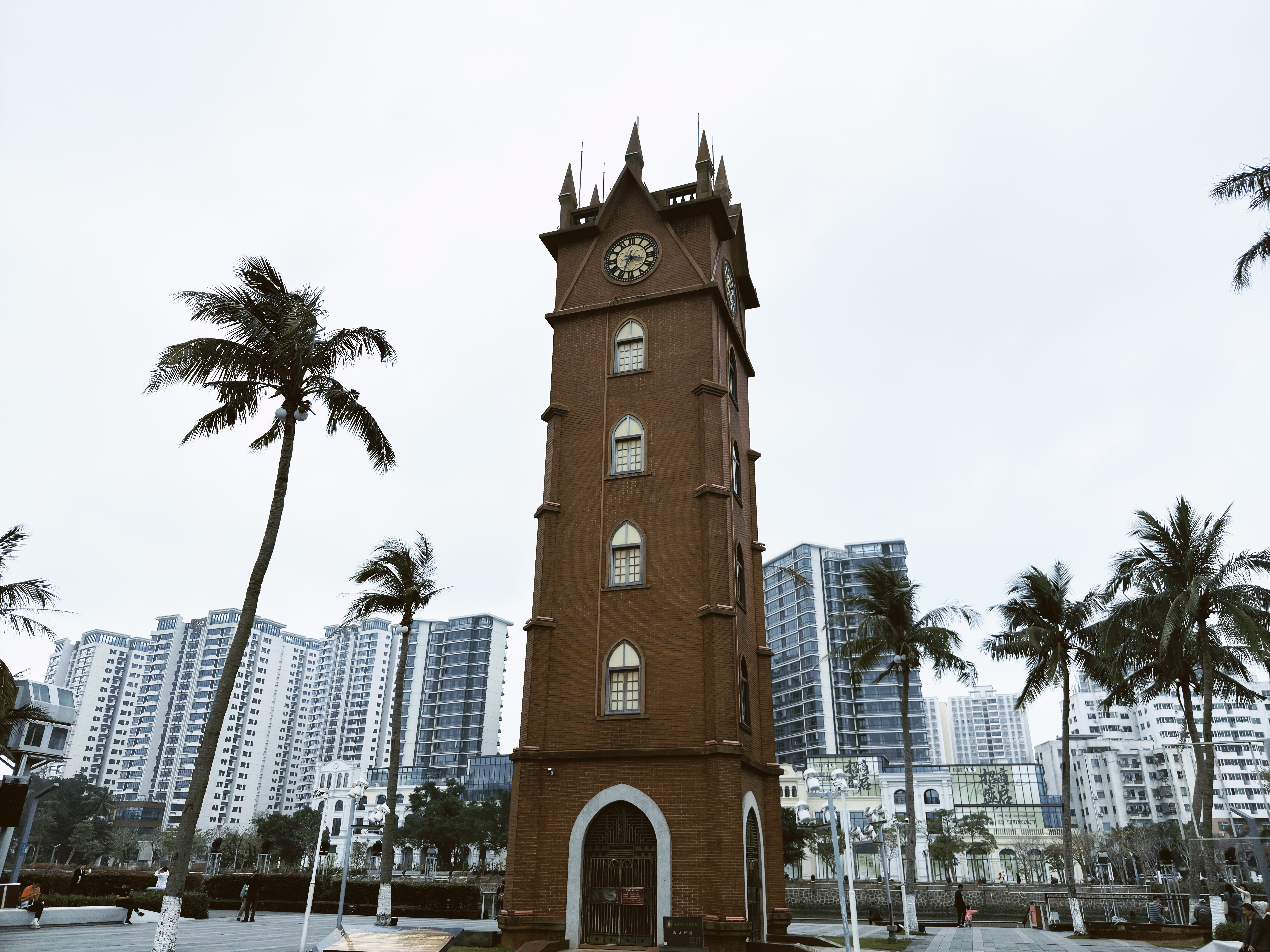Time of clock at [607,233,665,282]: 3:32
